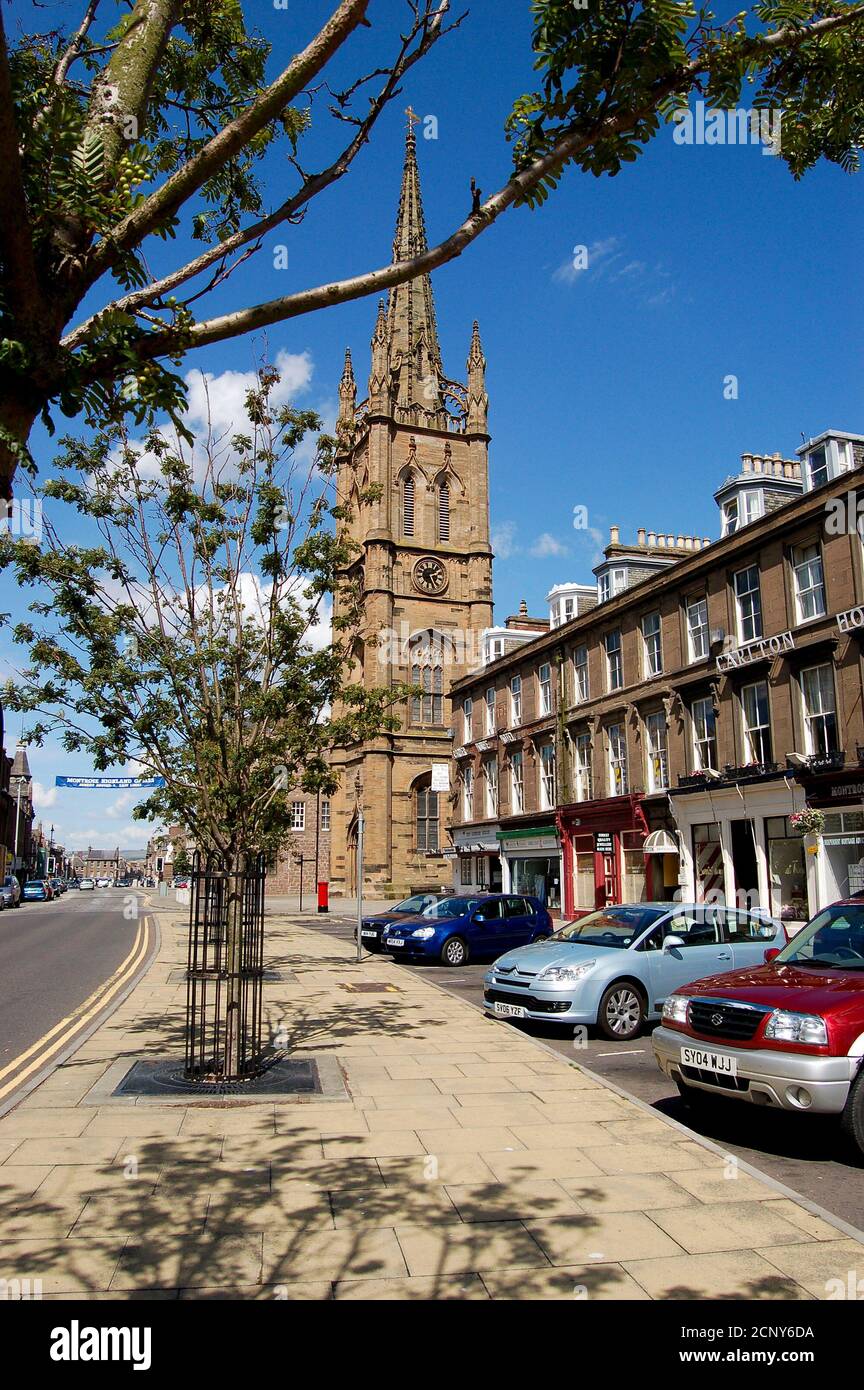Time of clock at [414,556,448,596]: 2:25
